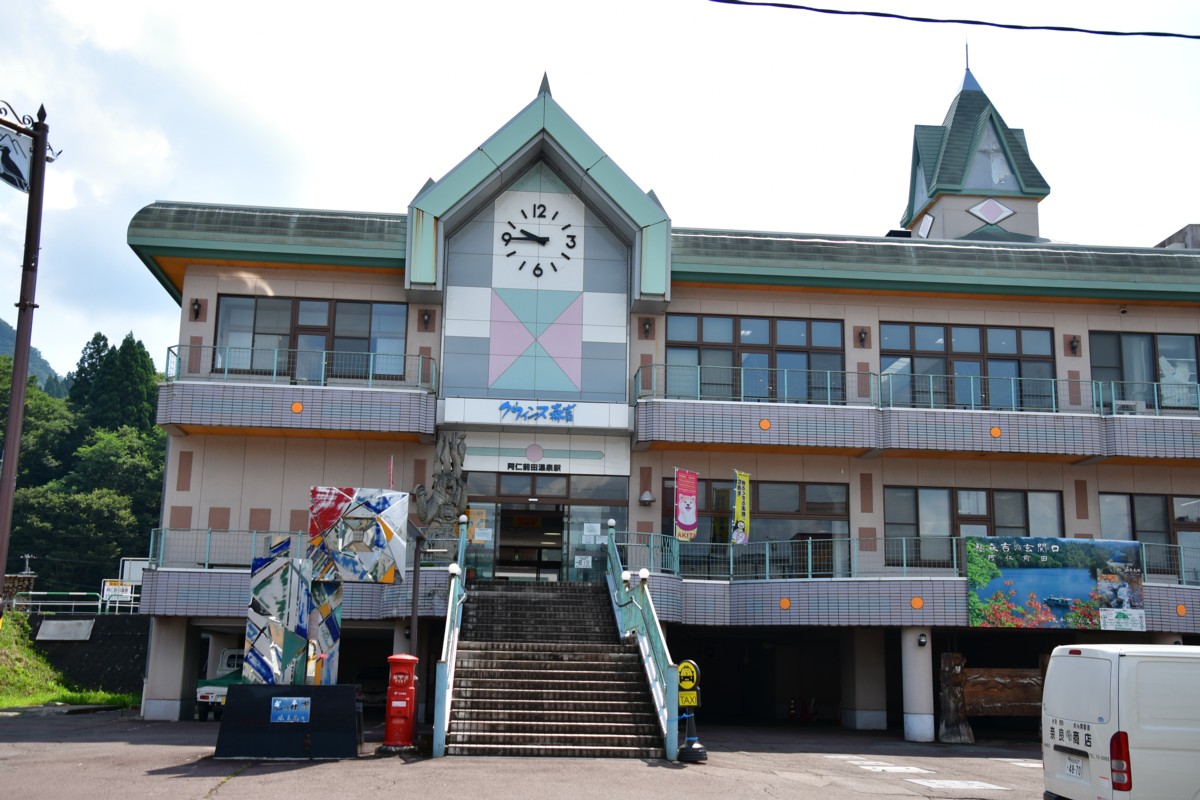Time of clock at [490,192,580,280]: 9:44
